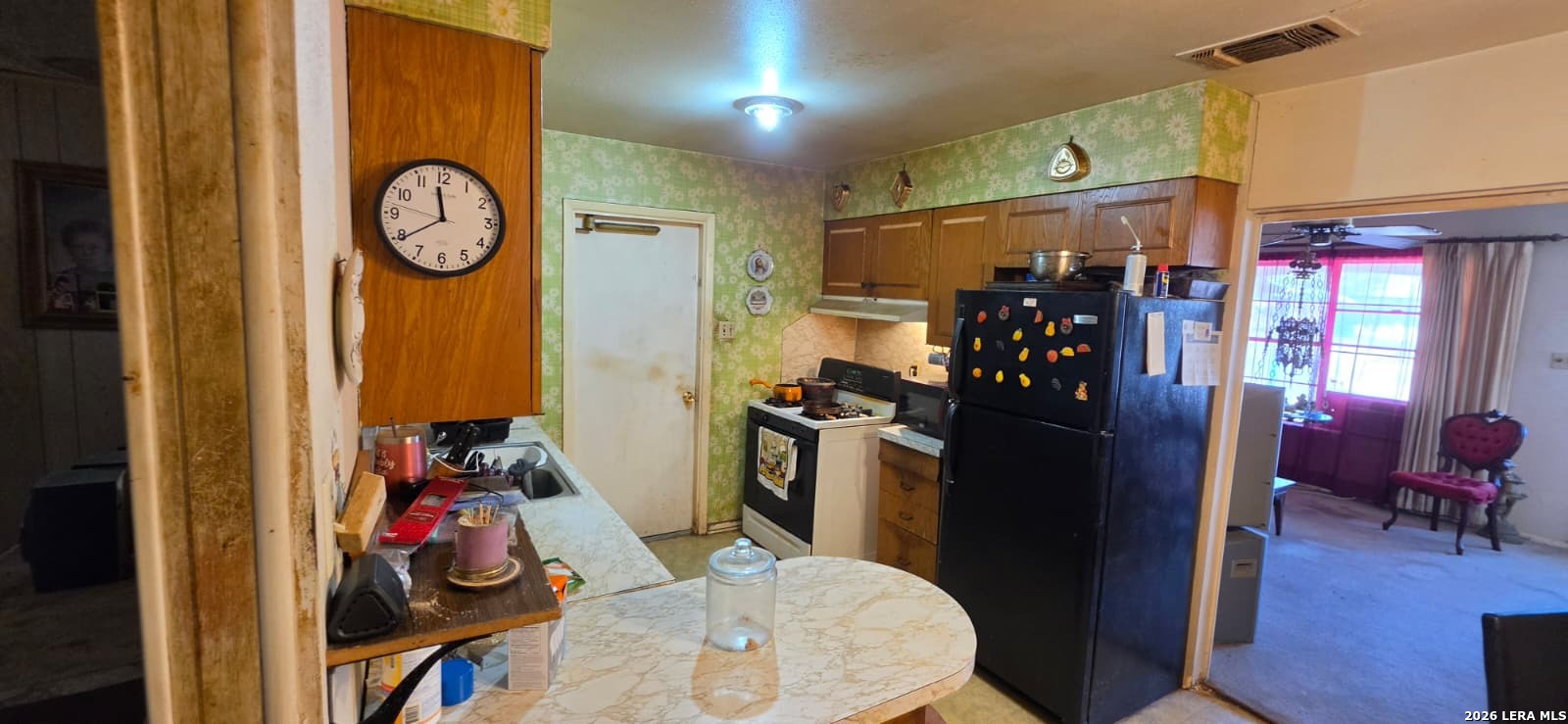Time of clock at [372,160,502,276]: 11:39
